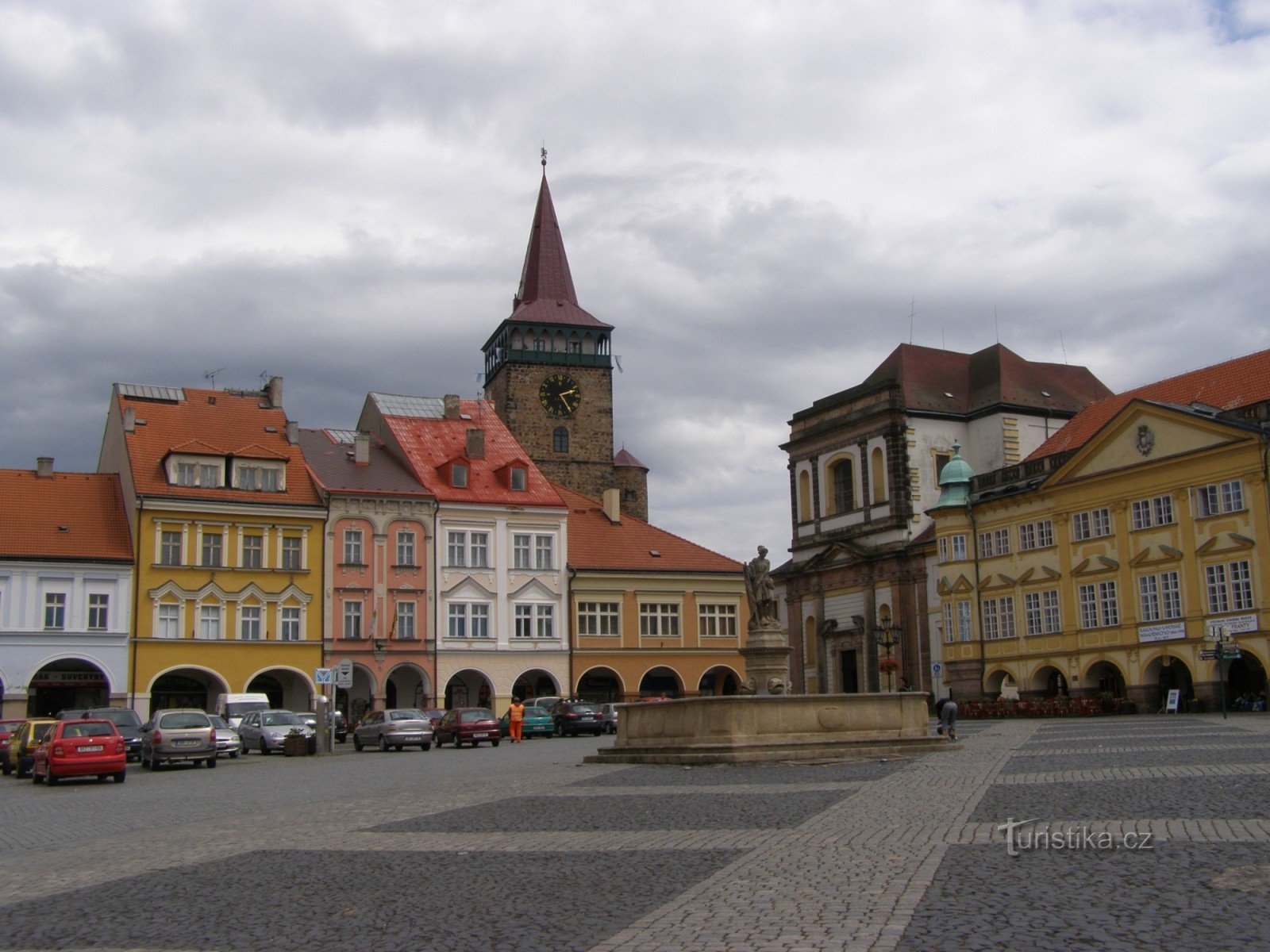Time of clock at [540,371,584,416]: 2:24
